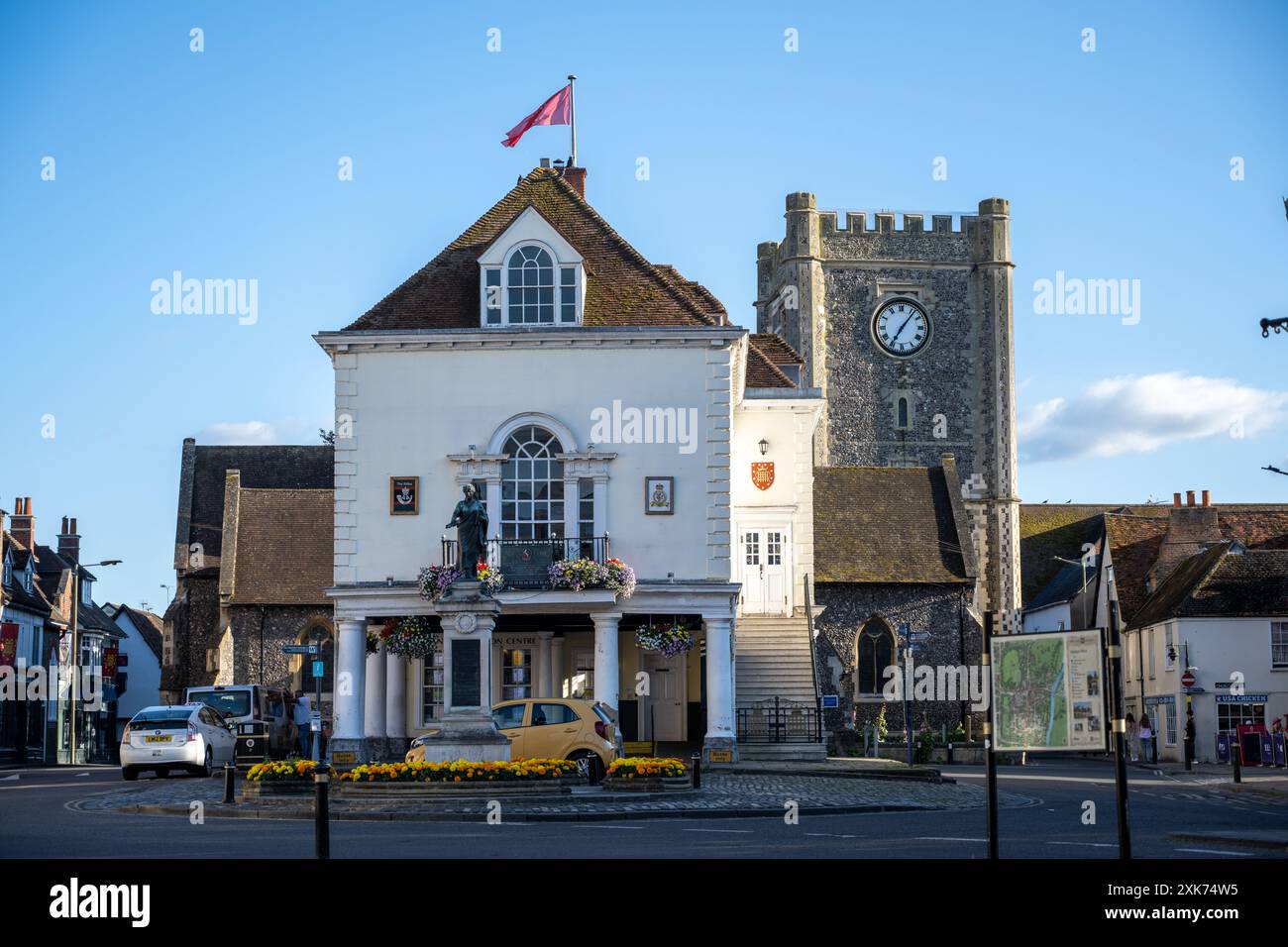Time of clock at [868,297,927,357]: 7:06
